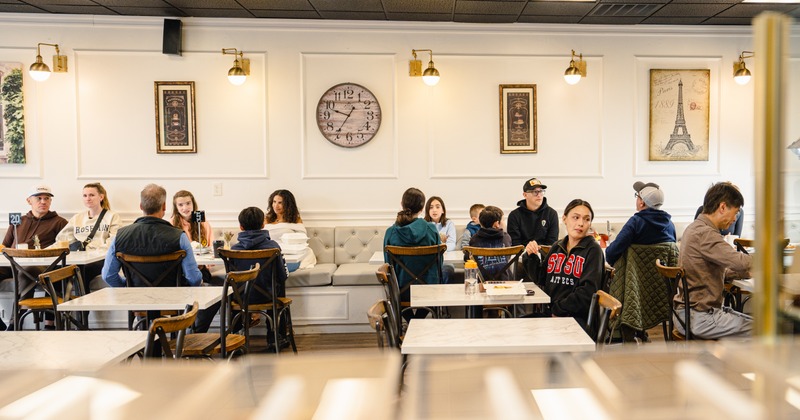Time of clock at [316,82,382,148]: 9:35
